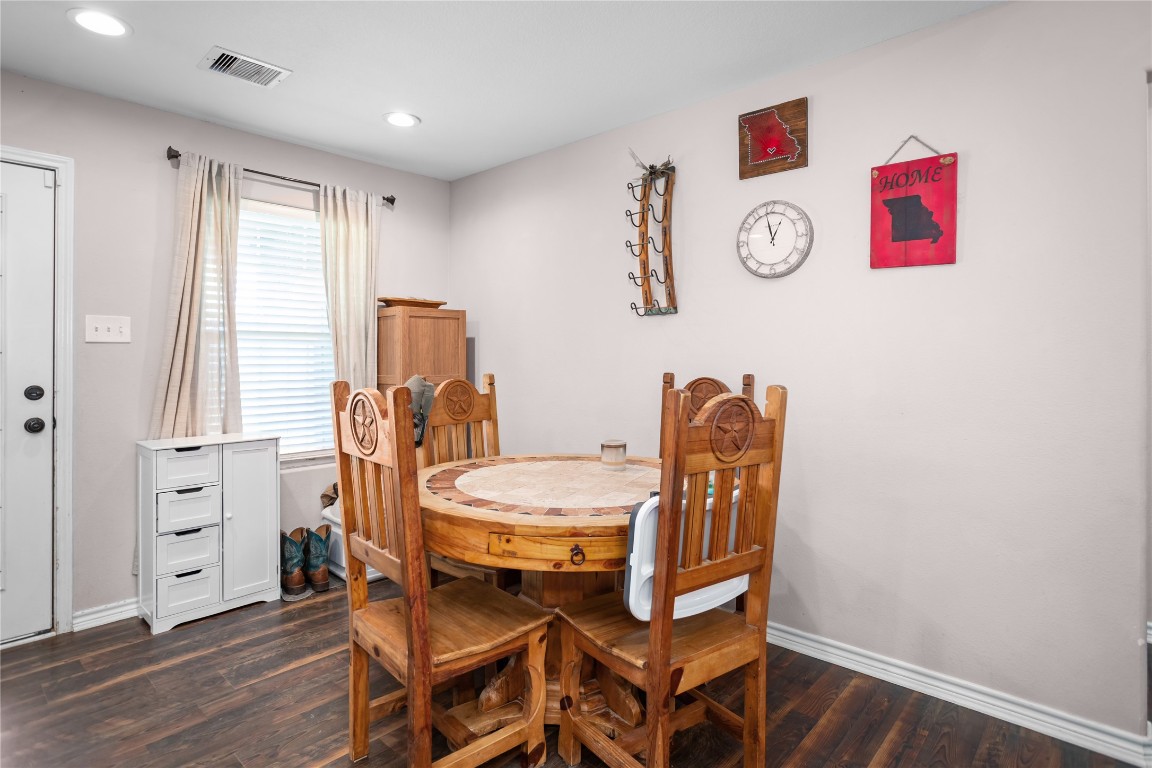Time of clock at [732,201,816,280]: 12:58
